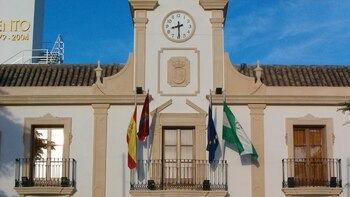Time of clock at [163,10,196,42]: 8:29
